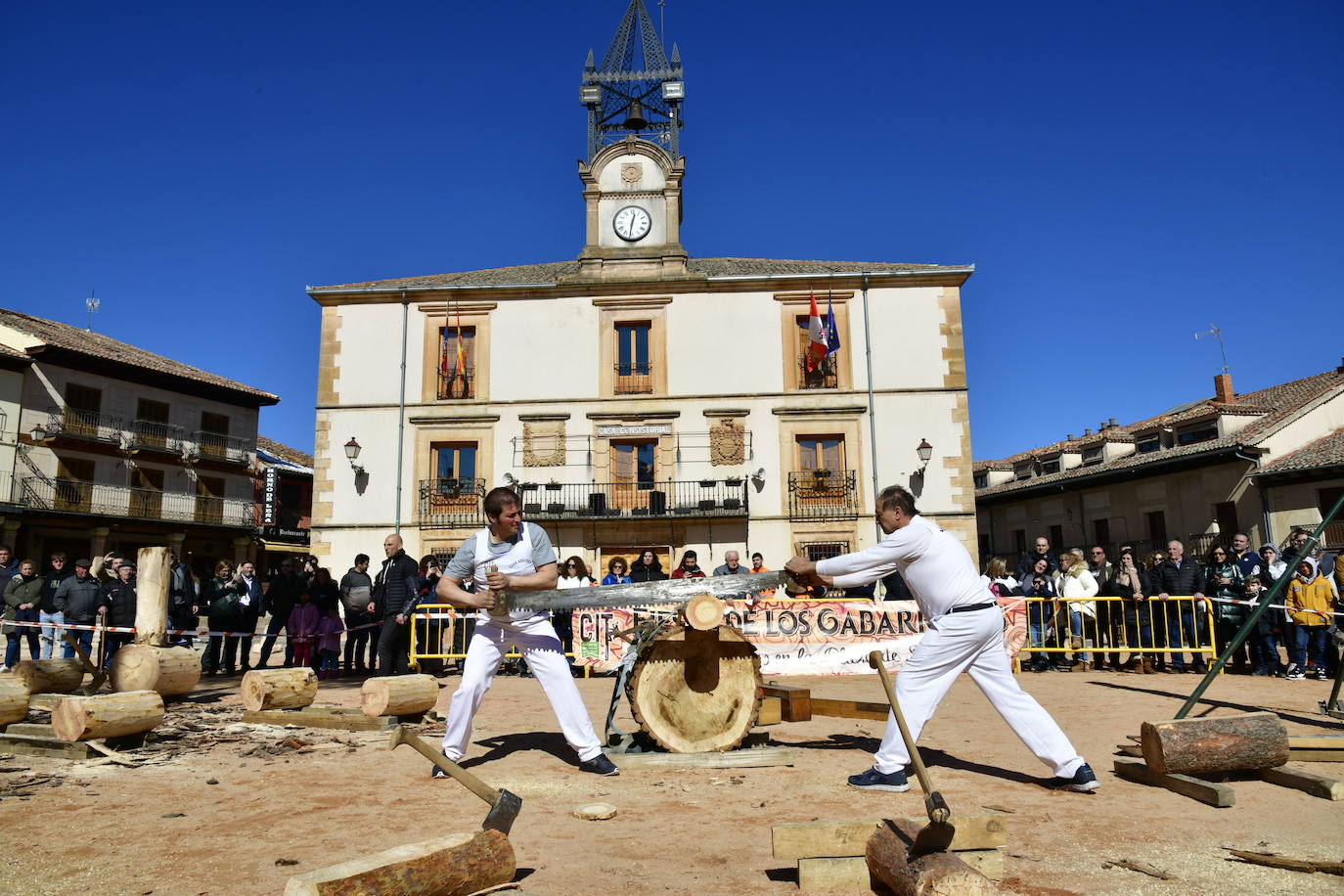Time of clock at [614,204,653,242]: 12:31
